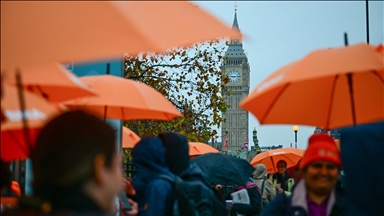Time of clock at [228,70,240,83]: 9:14
